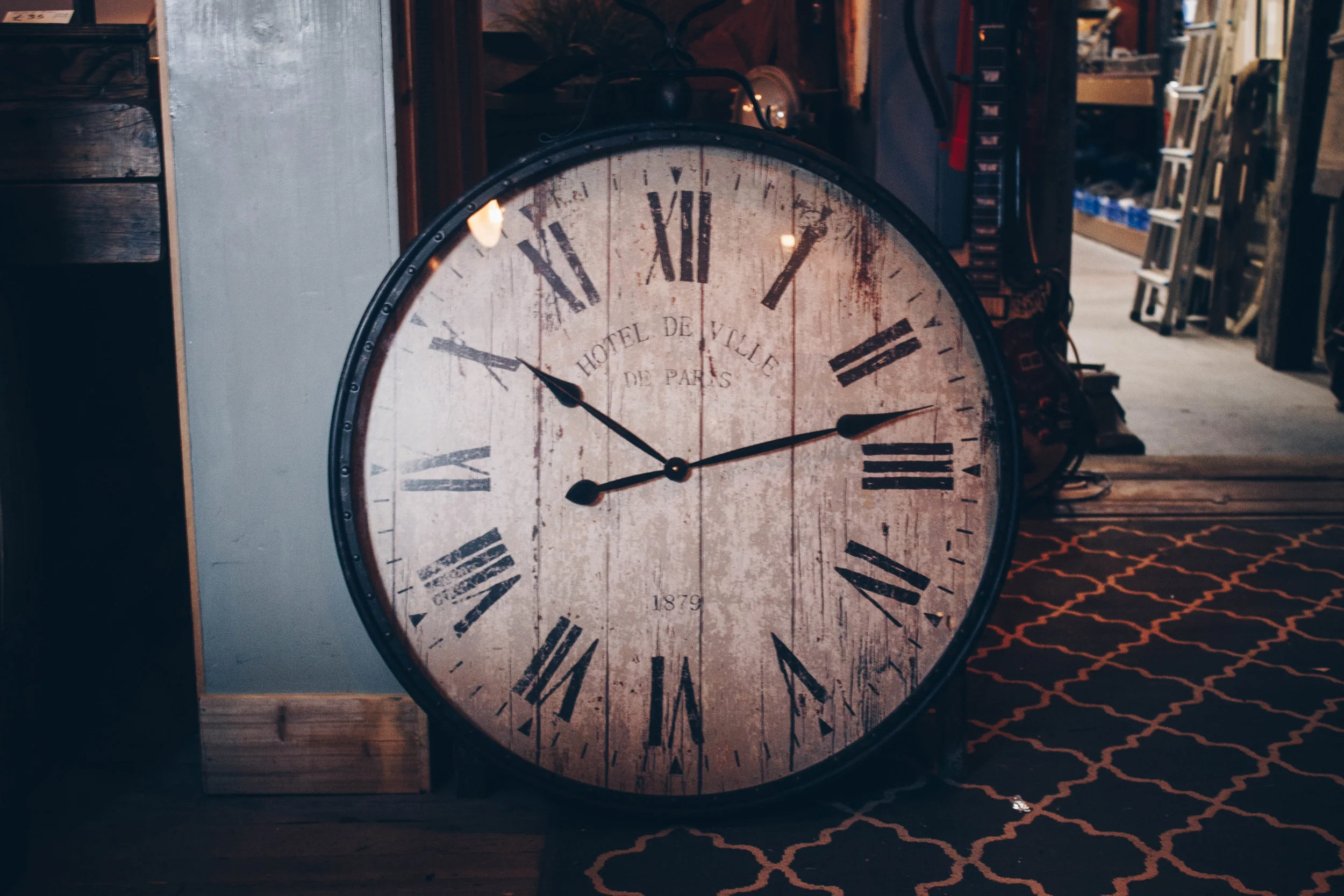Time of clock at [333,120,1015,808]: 10:12
